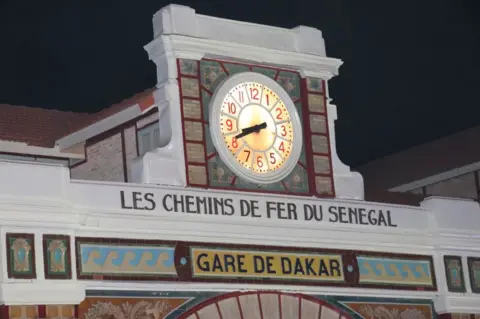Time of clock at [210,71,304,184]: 8:41
